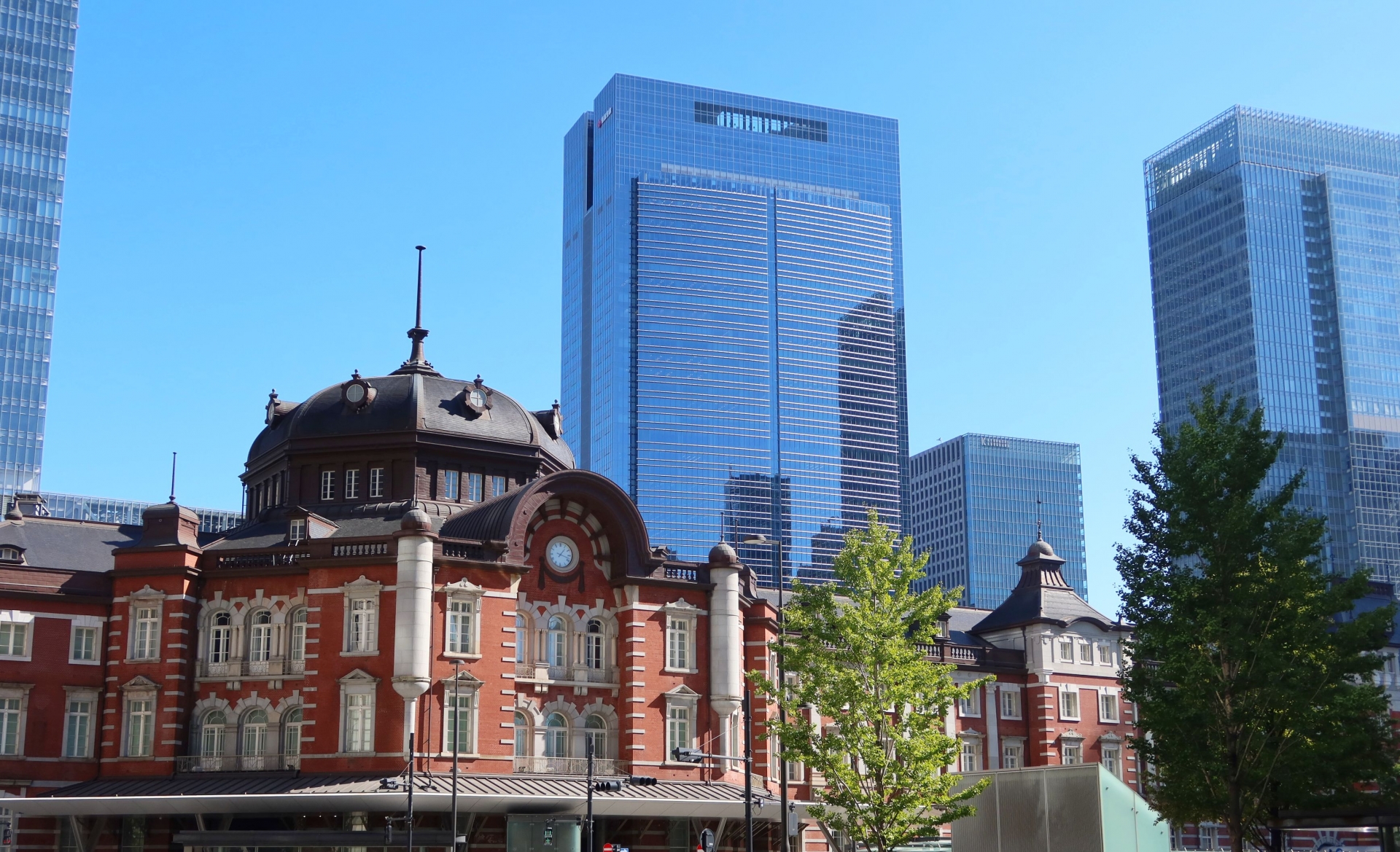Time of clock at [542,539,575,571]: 1:17
